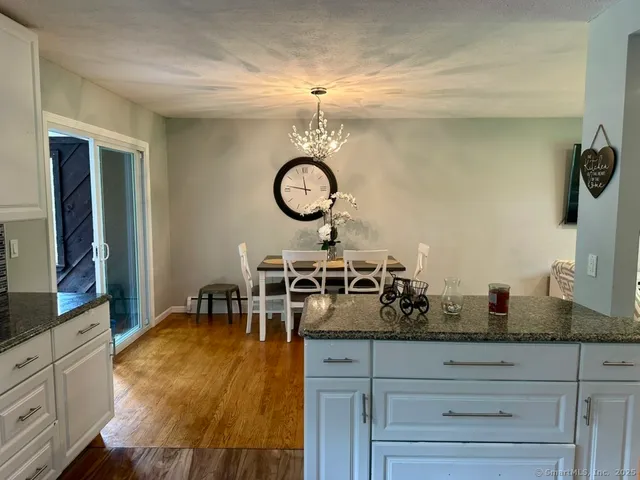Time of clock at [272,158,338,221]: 11:46
